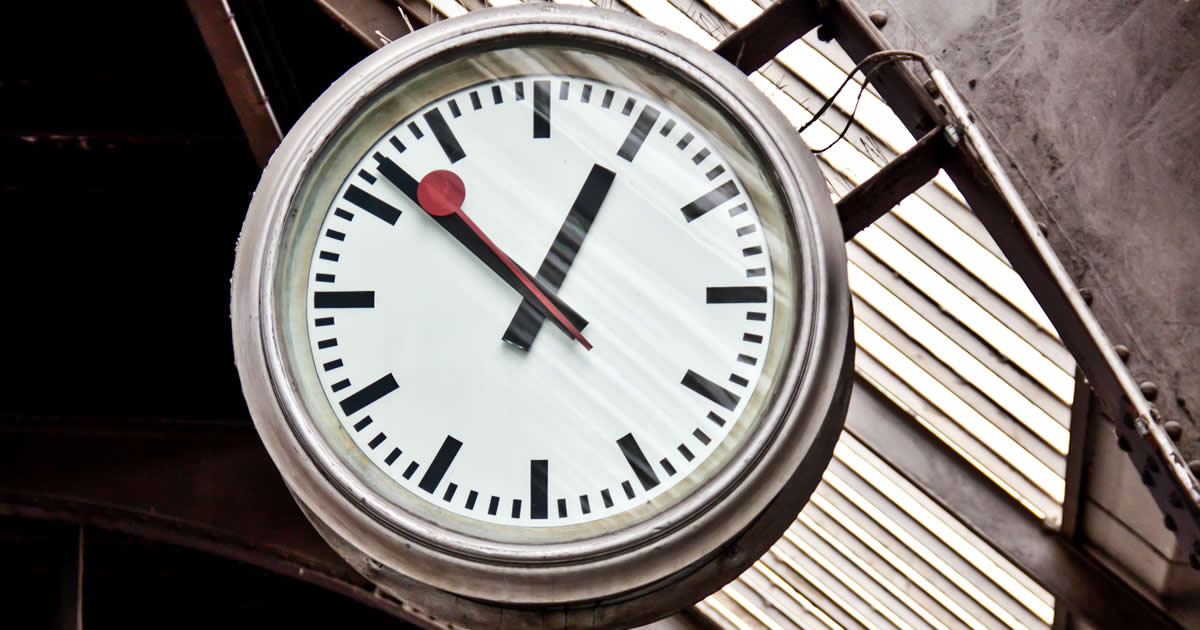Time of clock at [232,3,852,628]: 12:52
